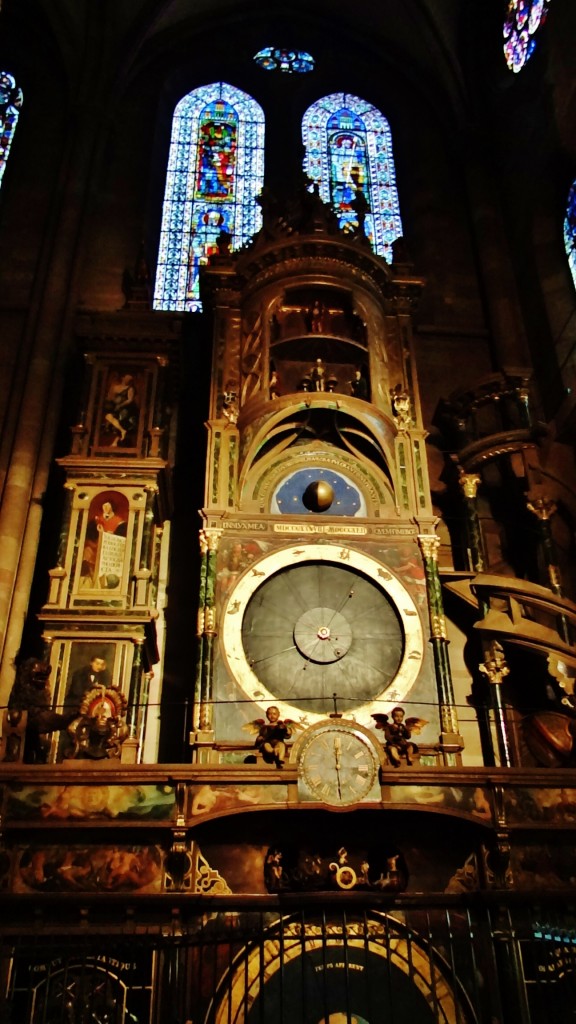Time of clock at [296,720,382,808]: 3:29
